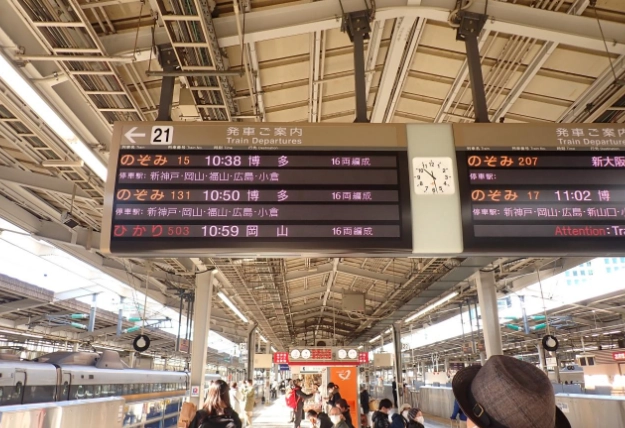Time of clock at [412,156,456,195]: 10:28
